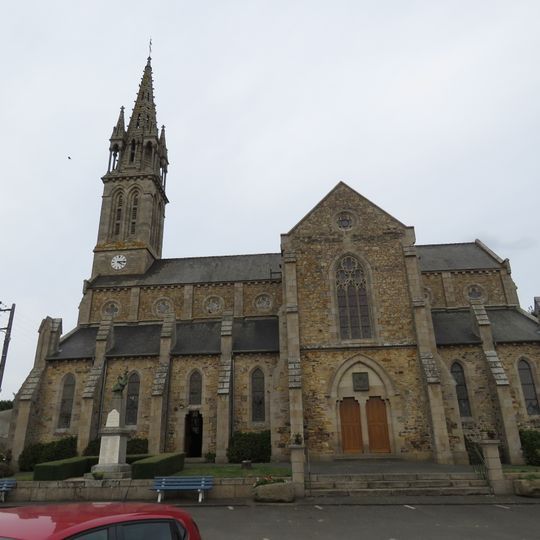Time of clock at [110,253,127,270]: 4:13
